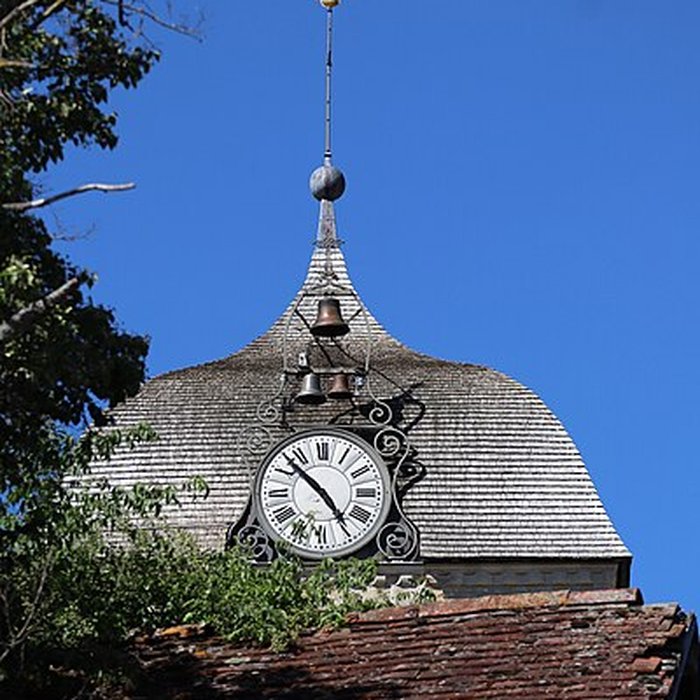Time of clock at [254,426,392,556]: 4:52
